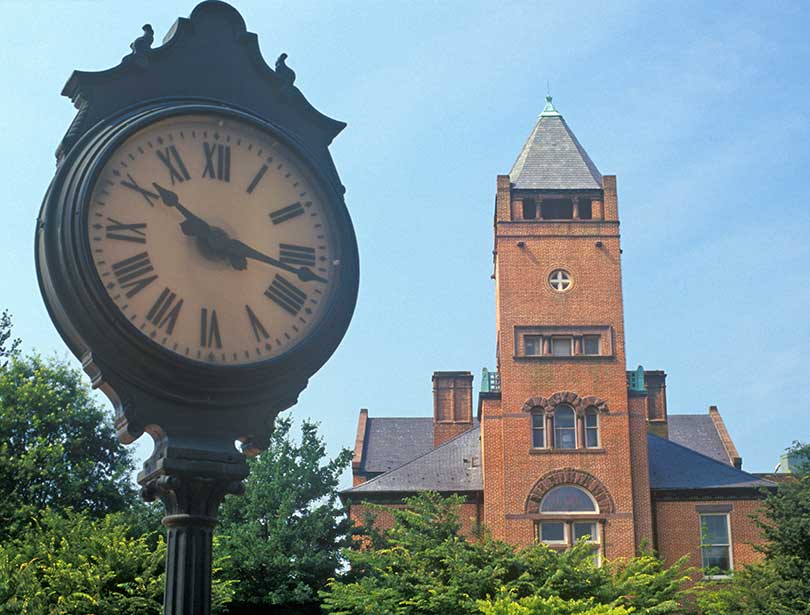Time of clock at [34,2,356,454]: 10:17
